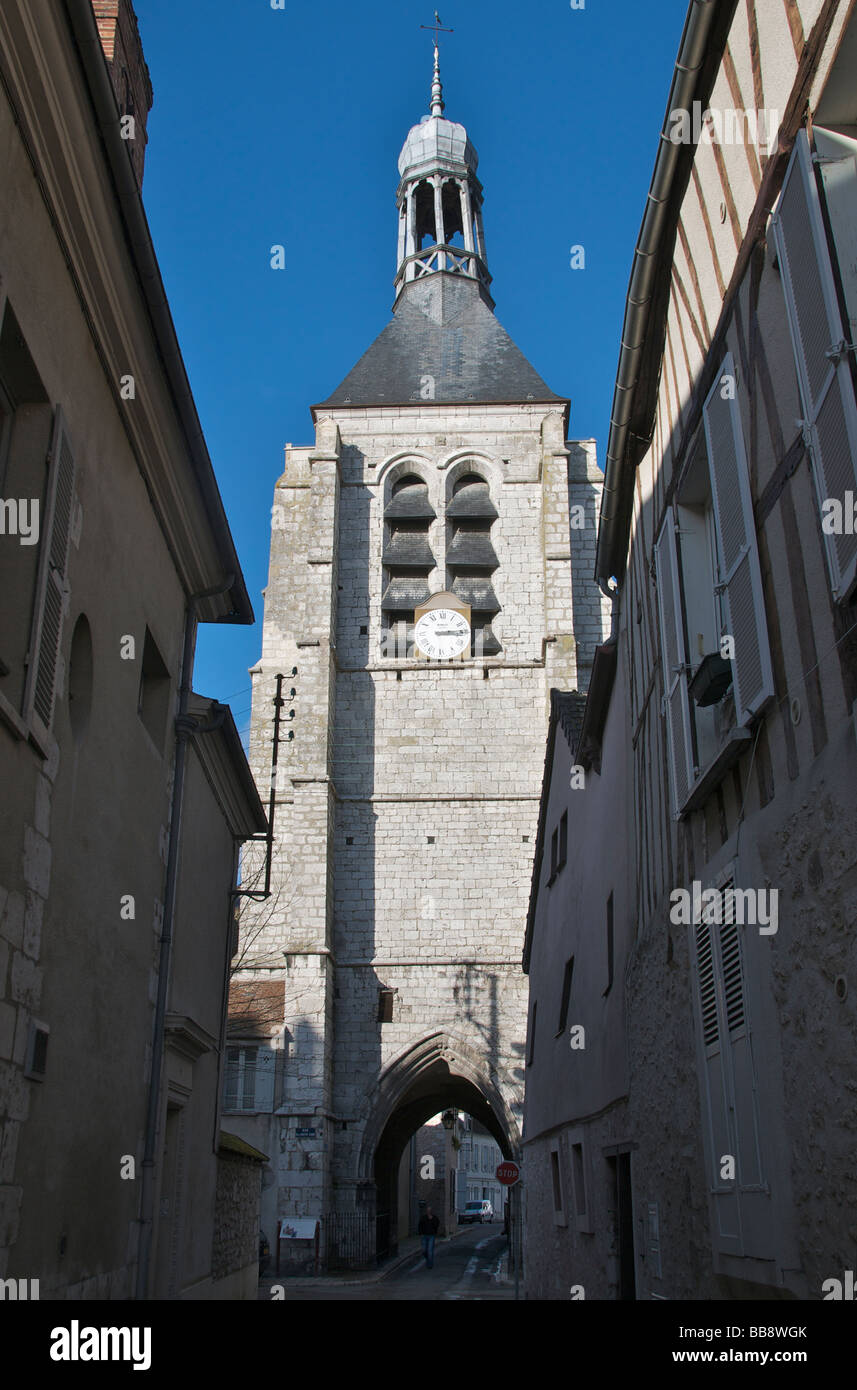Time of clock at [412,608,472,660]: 3:13
